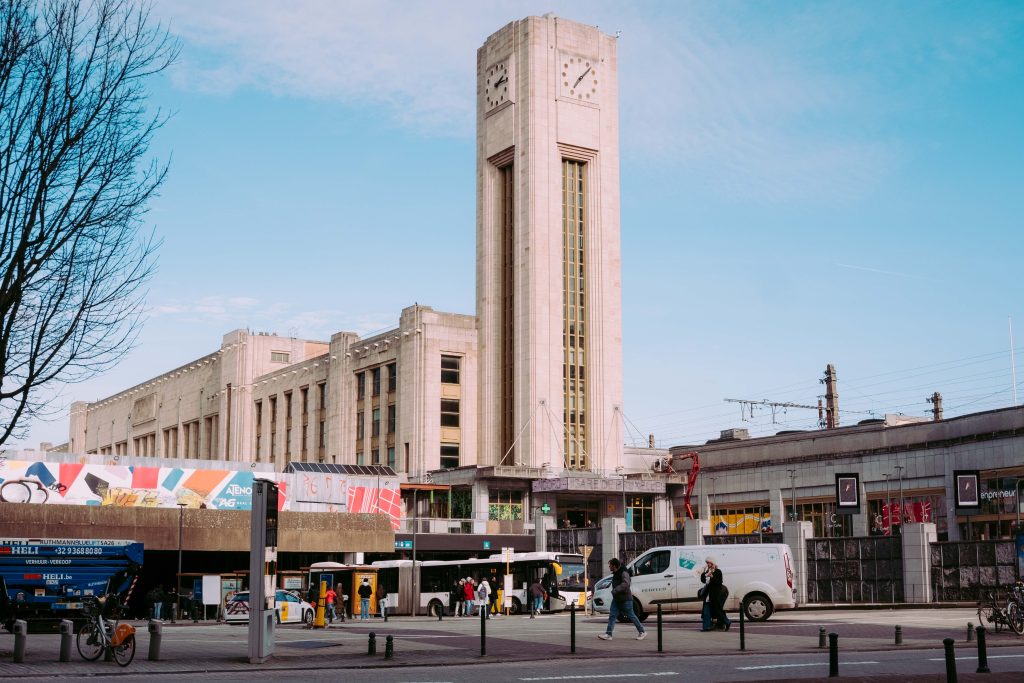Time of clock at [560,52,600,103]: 7:07
